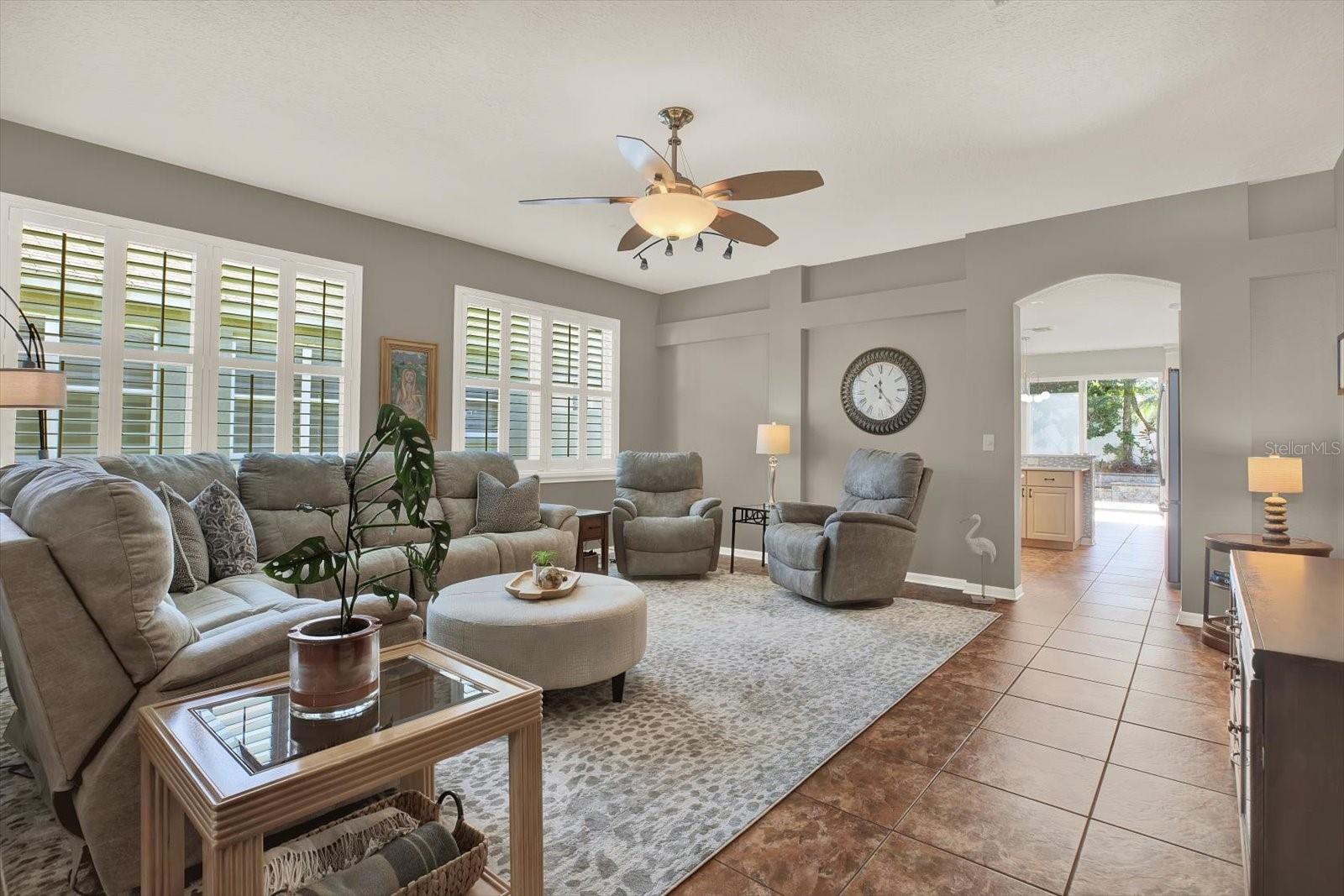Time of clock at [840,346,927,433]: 12:23
